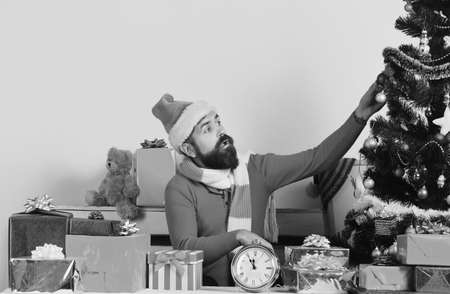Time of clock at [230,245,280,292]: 11:55
